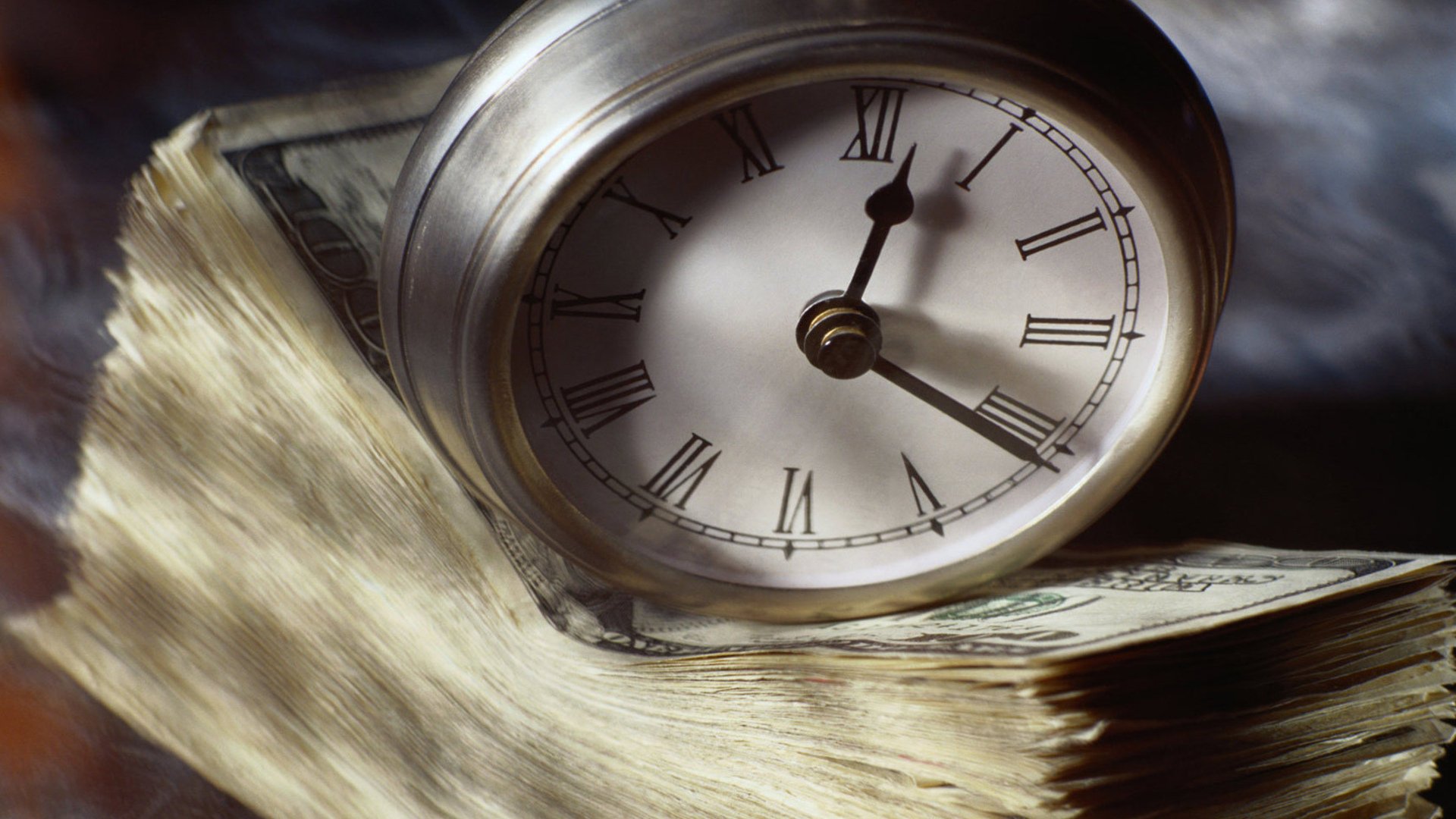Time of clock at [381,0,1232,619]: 12:20
